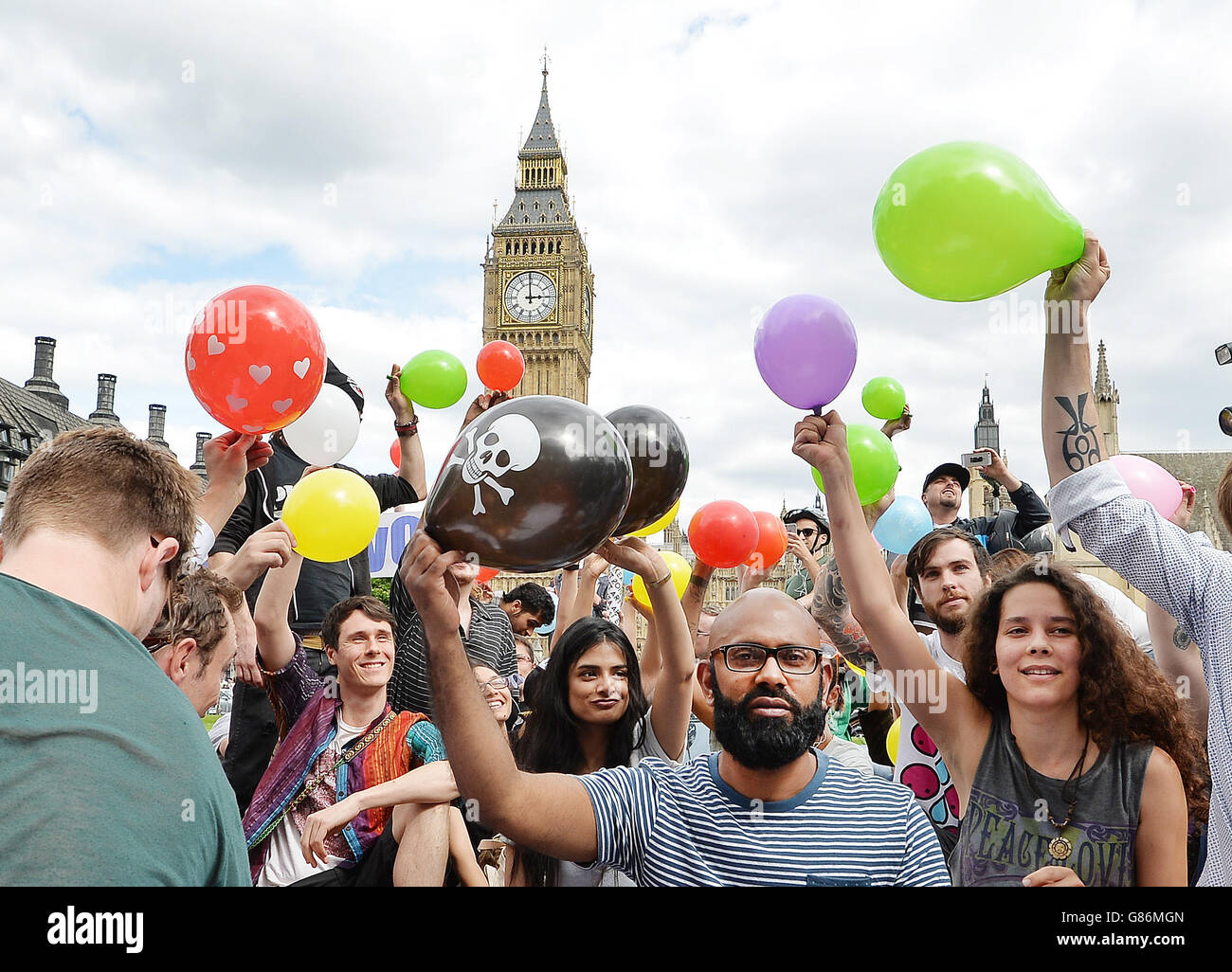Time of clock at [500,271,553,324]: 2:59
